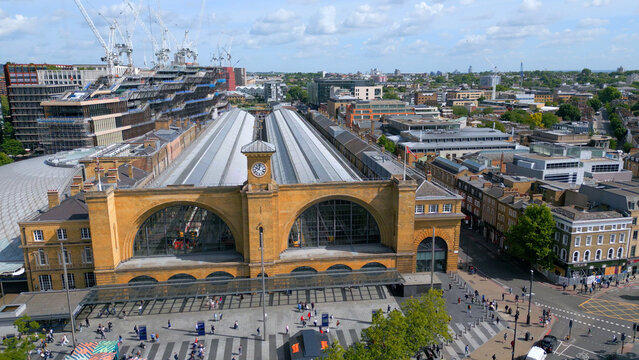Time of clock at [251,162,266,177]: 10:02
